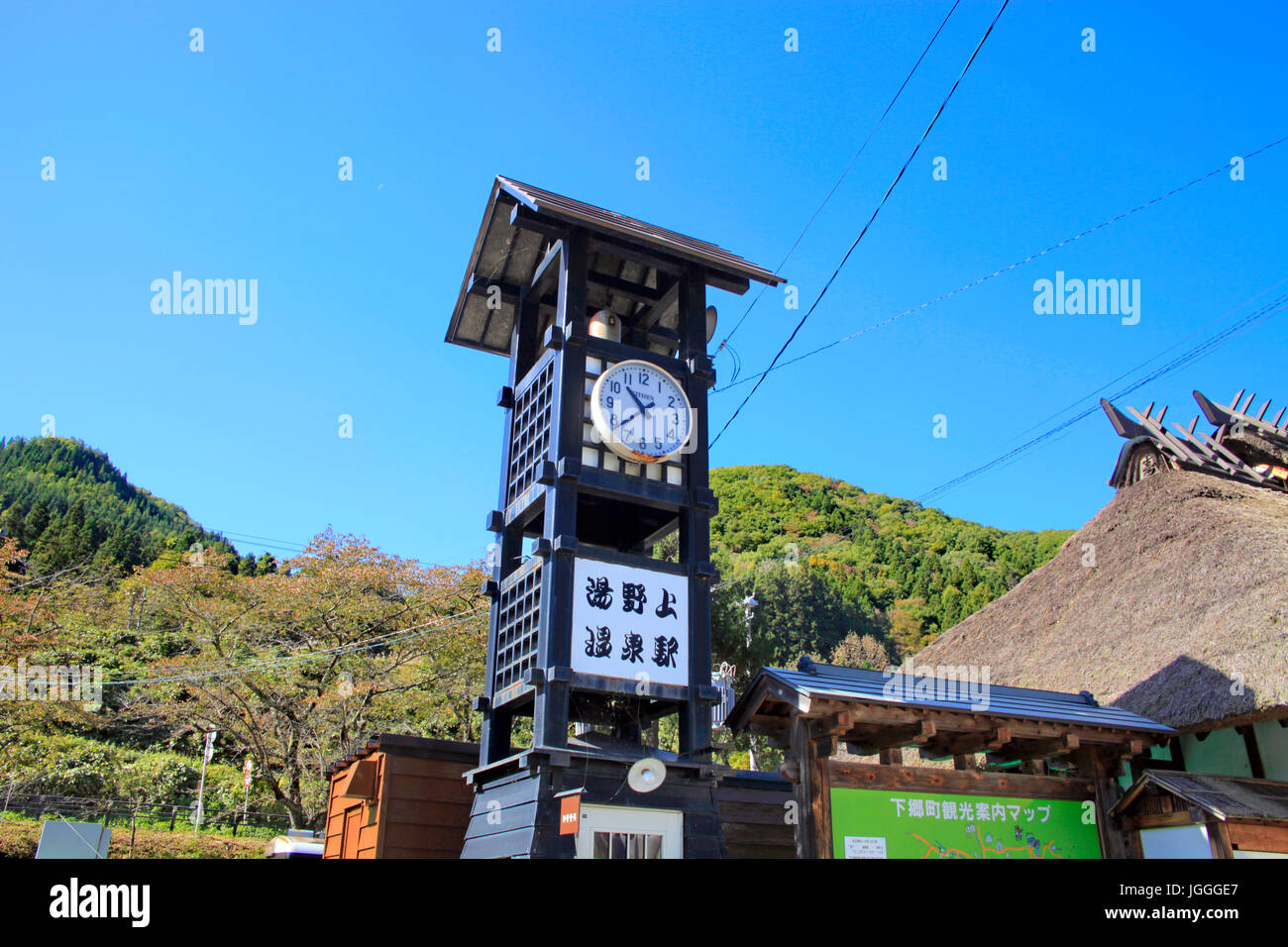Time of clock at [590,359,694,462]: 10:38
